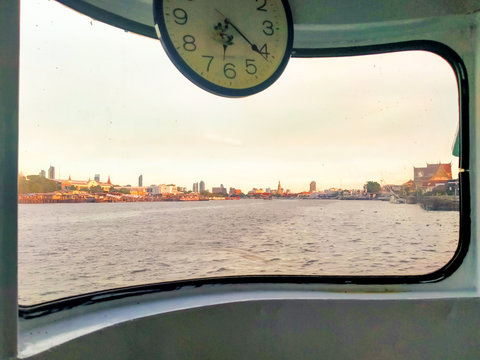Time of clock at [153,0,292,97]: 6:21
